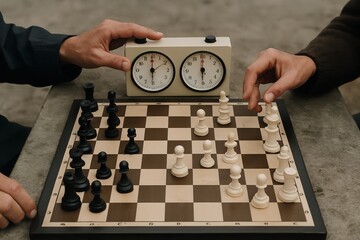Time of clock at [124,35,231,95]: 6:00
